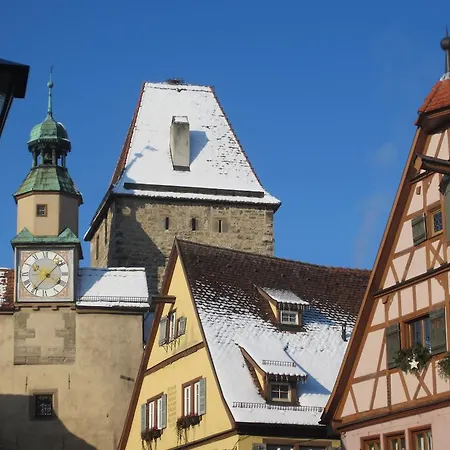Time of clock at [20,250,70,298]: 1:36
